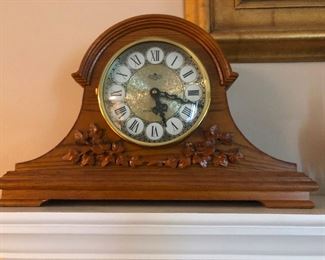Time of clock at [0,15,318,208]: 5:18
